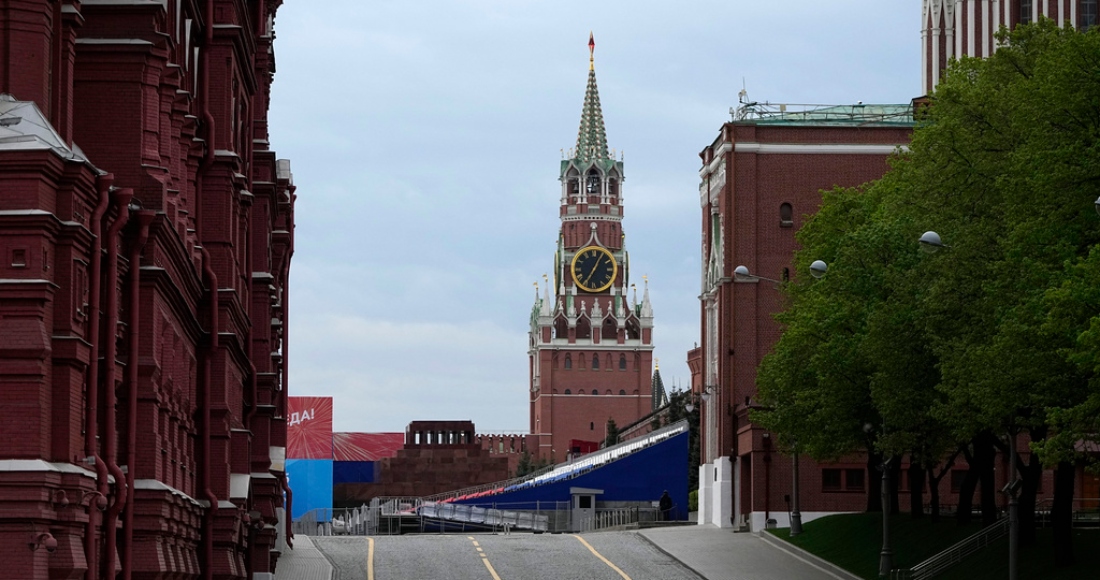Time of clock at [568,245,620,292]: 7:04
